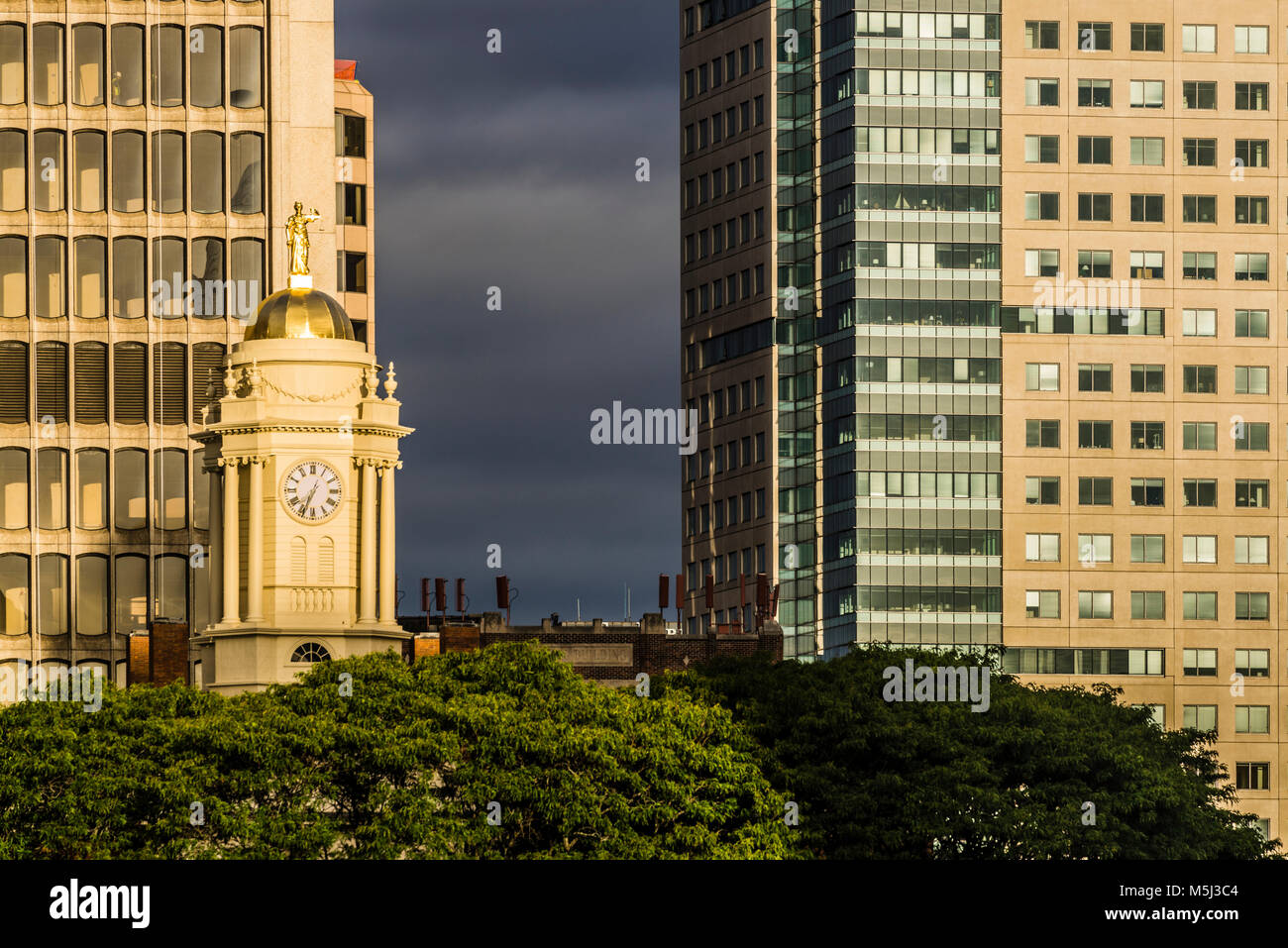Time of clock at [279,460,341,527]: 7:34
